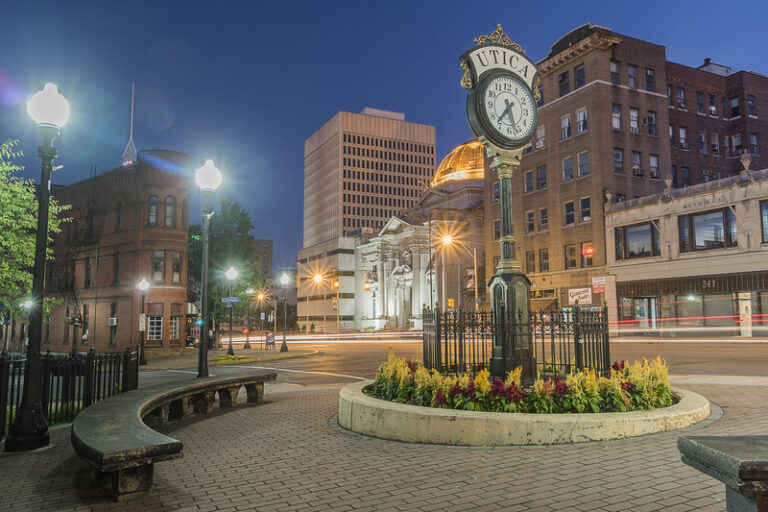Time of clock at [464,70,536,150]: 7:27
